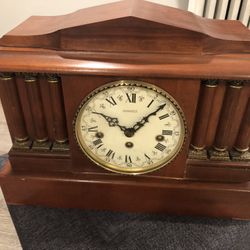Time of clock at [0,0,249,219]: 10:07
